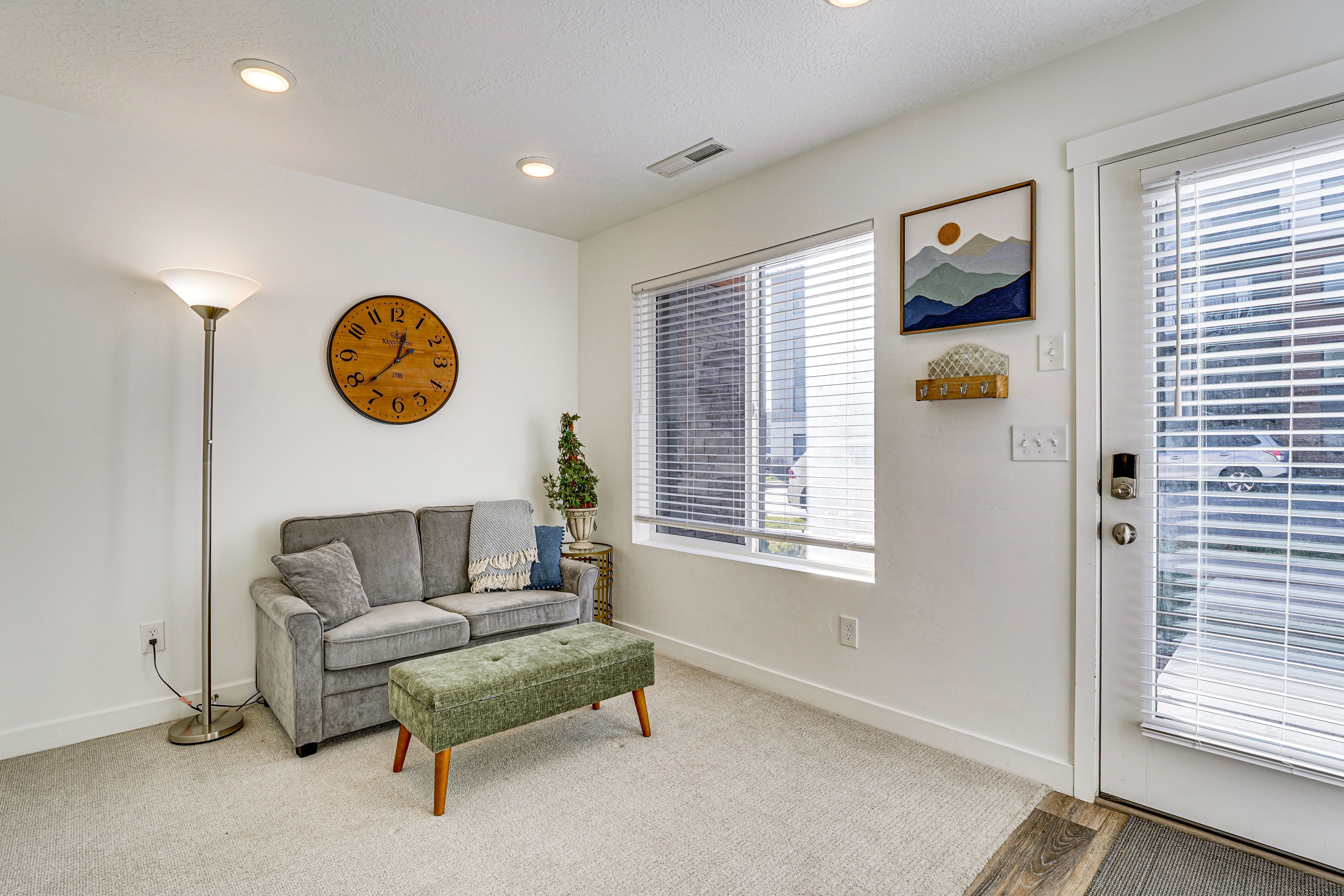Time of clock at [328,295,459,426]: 12:37
